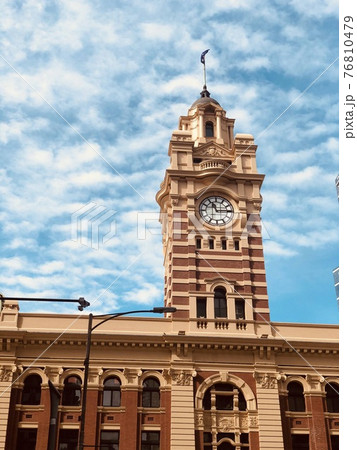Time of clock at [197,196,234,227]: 11:14
